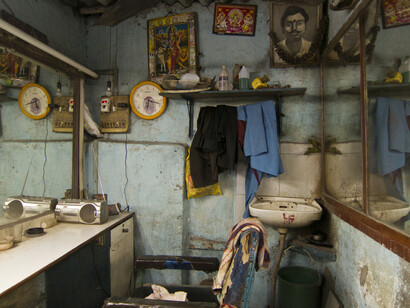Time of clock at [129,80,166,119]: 6:18
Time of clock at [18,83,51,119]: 5:41
